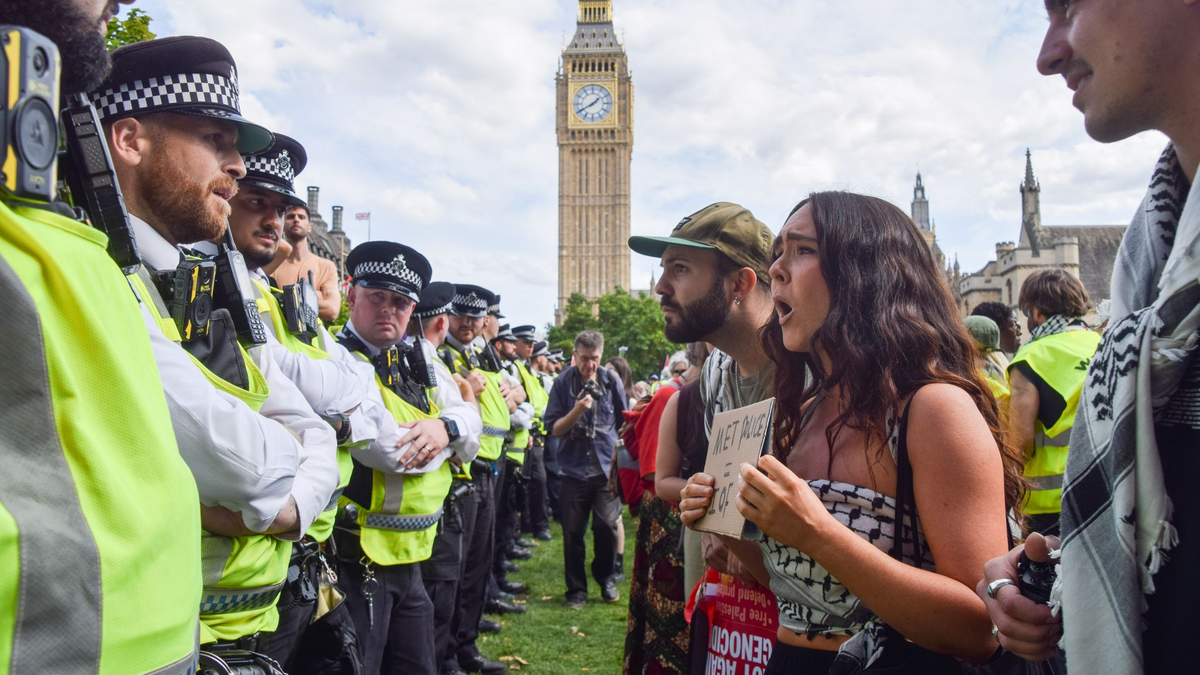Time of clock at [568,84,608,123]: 1:40
